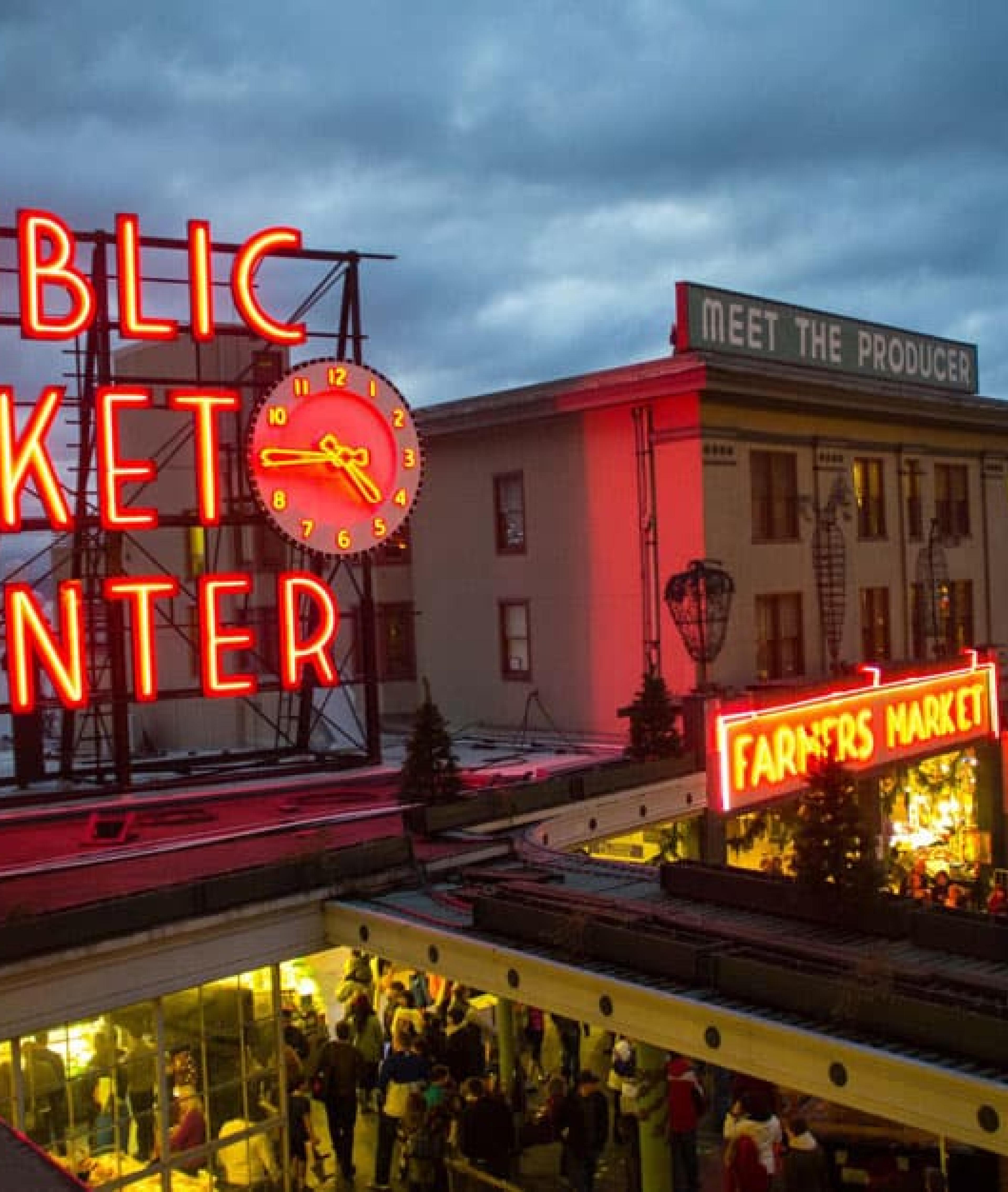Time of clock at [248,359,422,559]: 4:44
